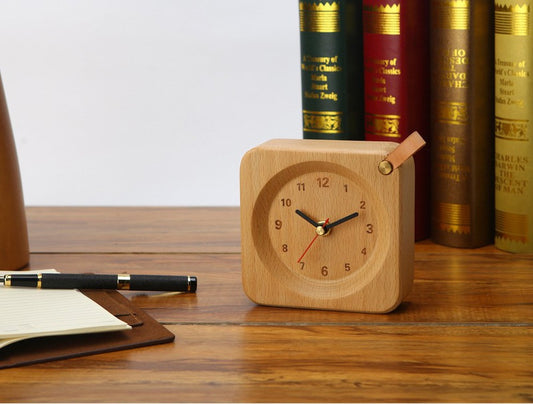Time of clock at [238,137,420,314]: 10:11
